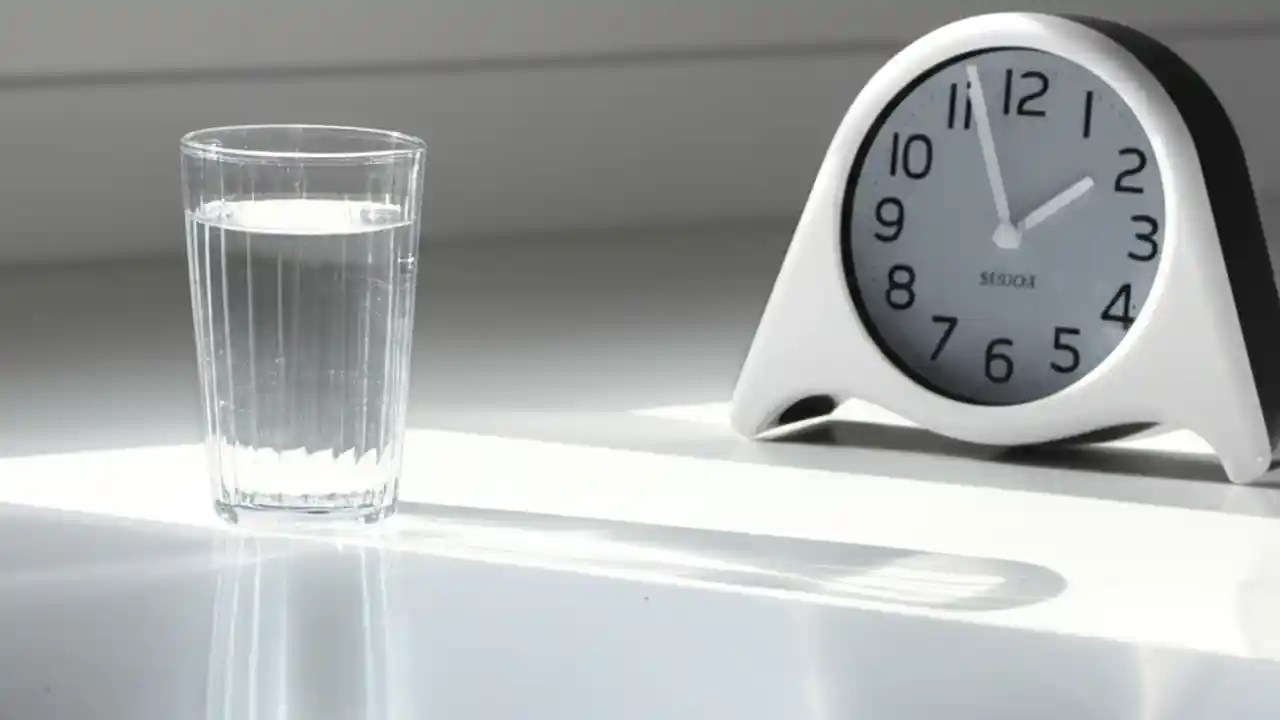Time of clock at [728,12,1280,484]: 1:56
